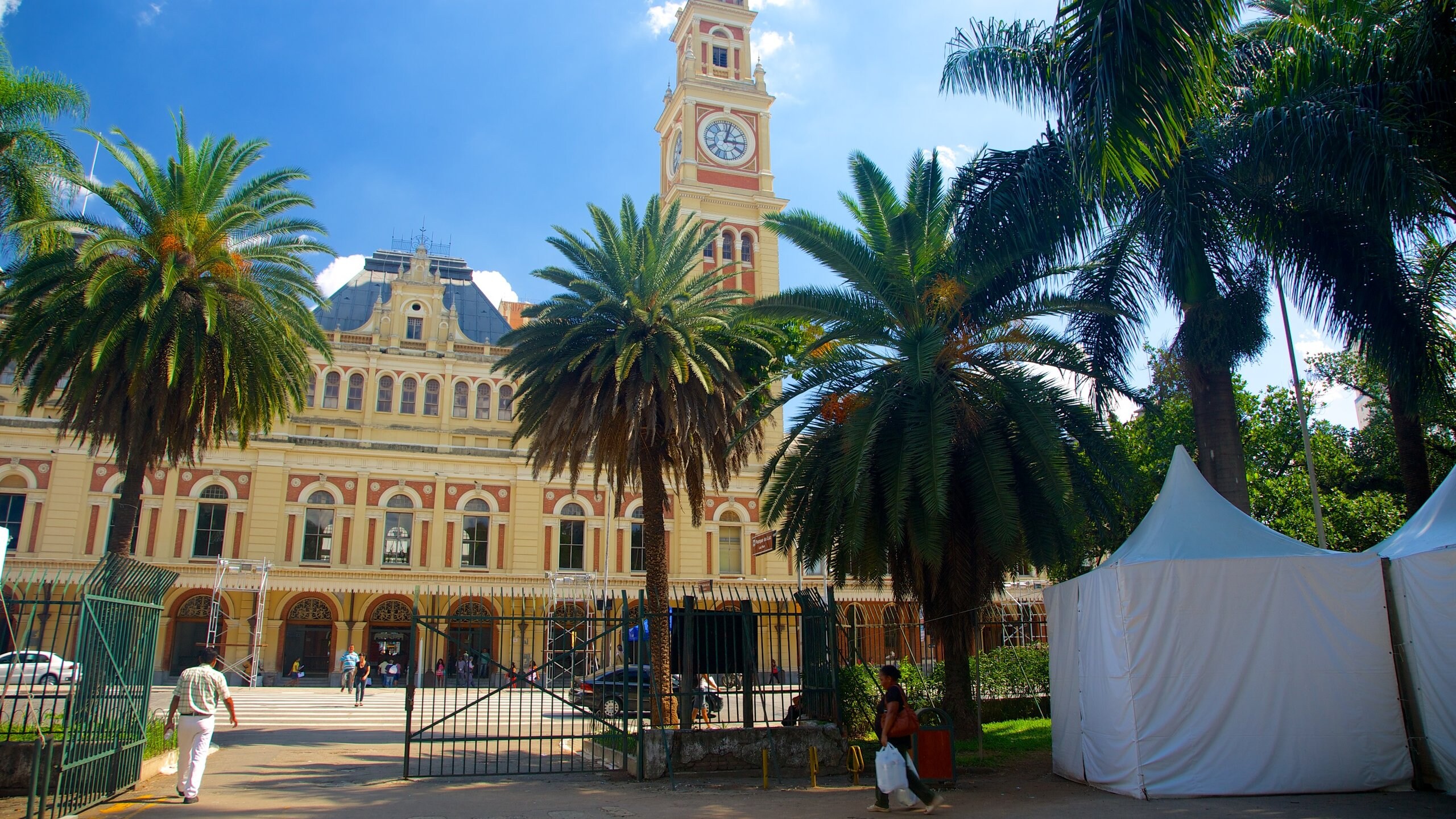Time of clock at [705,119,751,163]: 3:02
